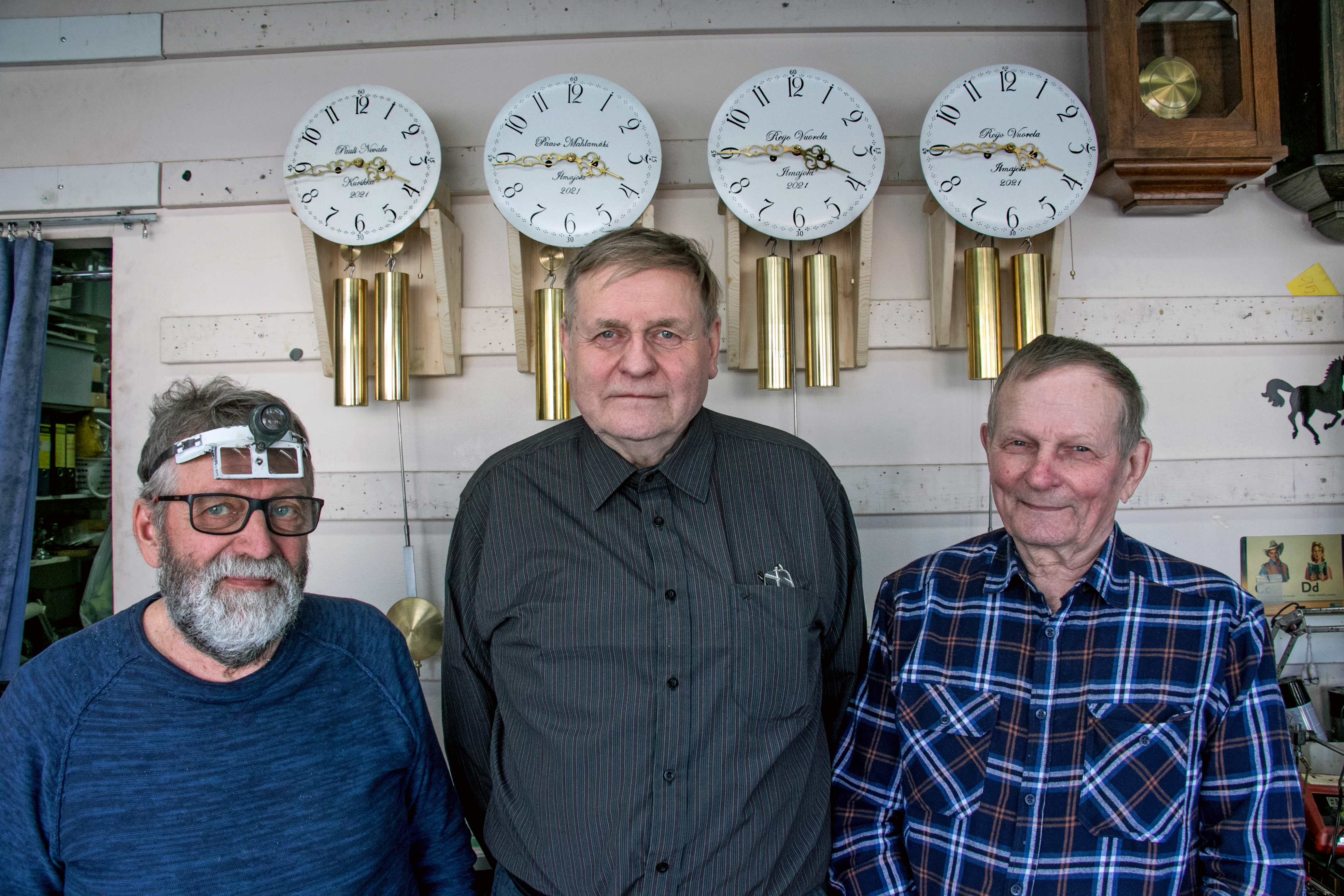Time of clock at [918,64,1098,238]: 3:45
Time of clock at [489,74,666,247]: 3:44
